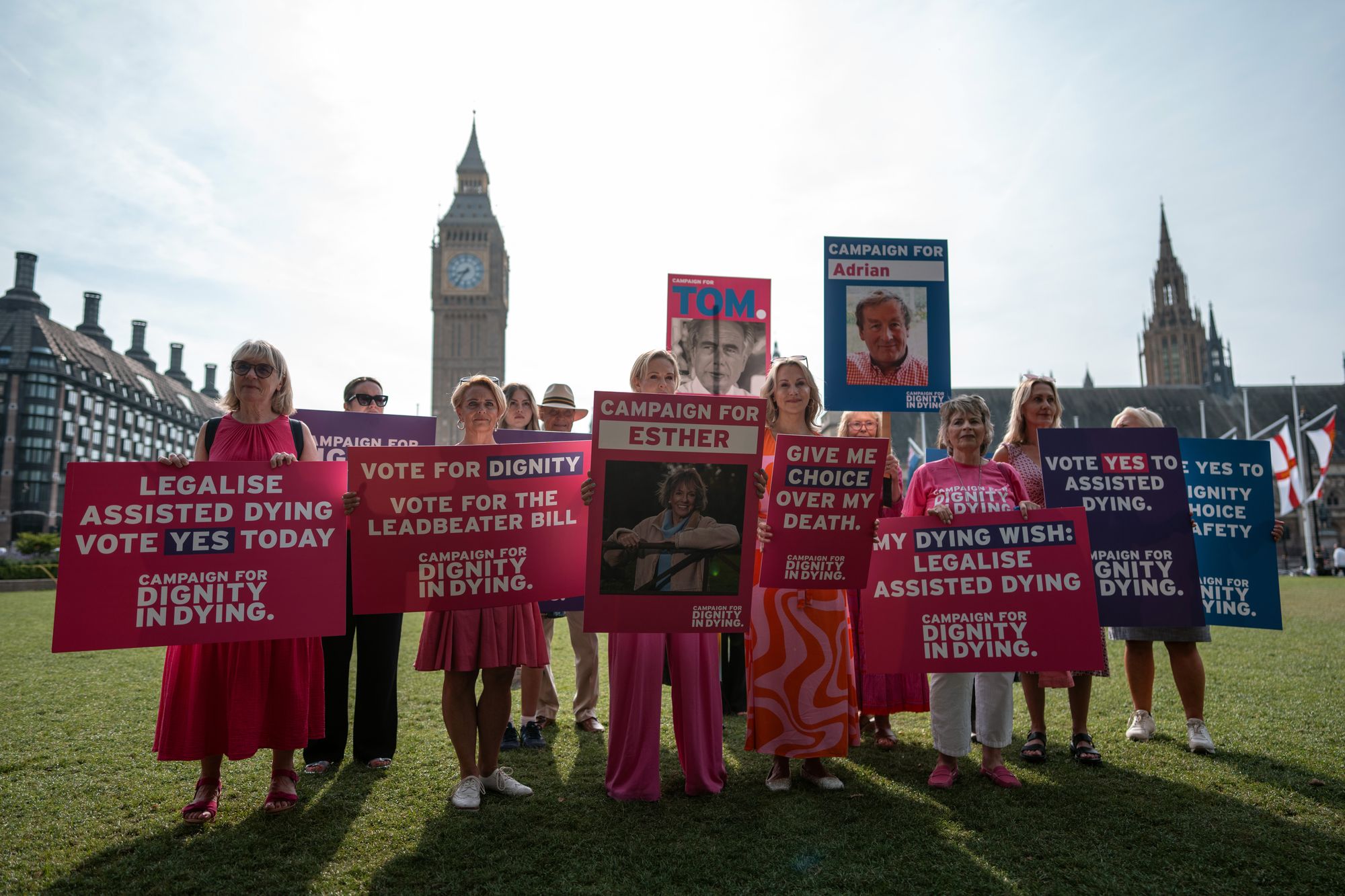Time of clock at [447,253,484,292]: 8:36
